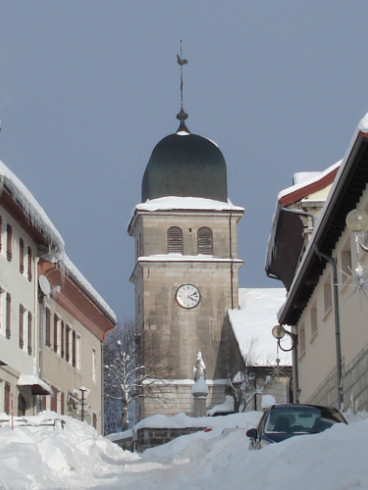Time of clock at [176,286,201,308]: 4:11
